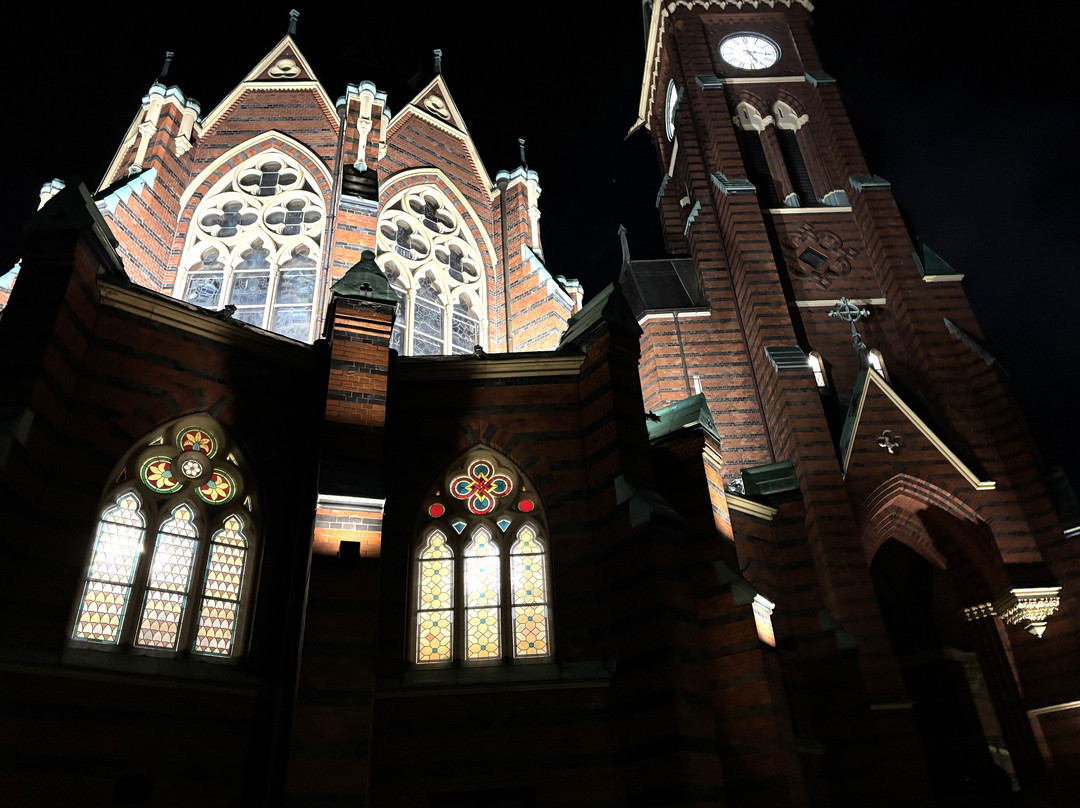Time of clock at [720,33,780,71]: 5:16
